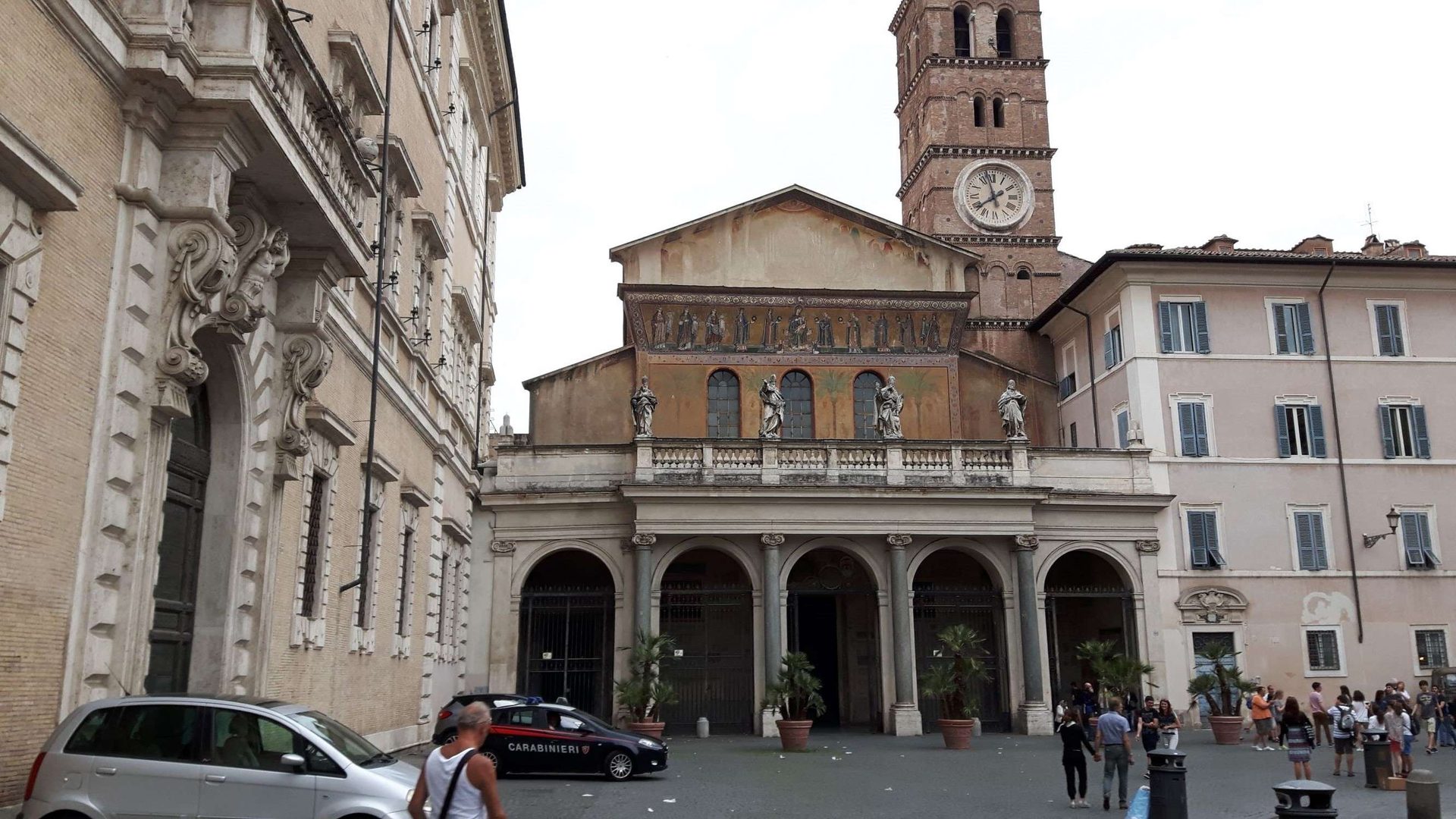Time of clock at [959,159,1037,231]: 7:57
